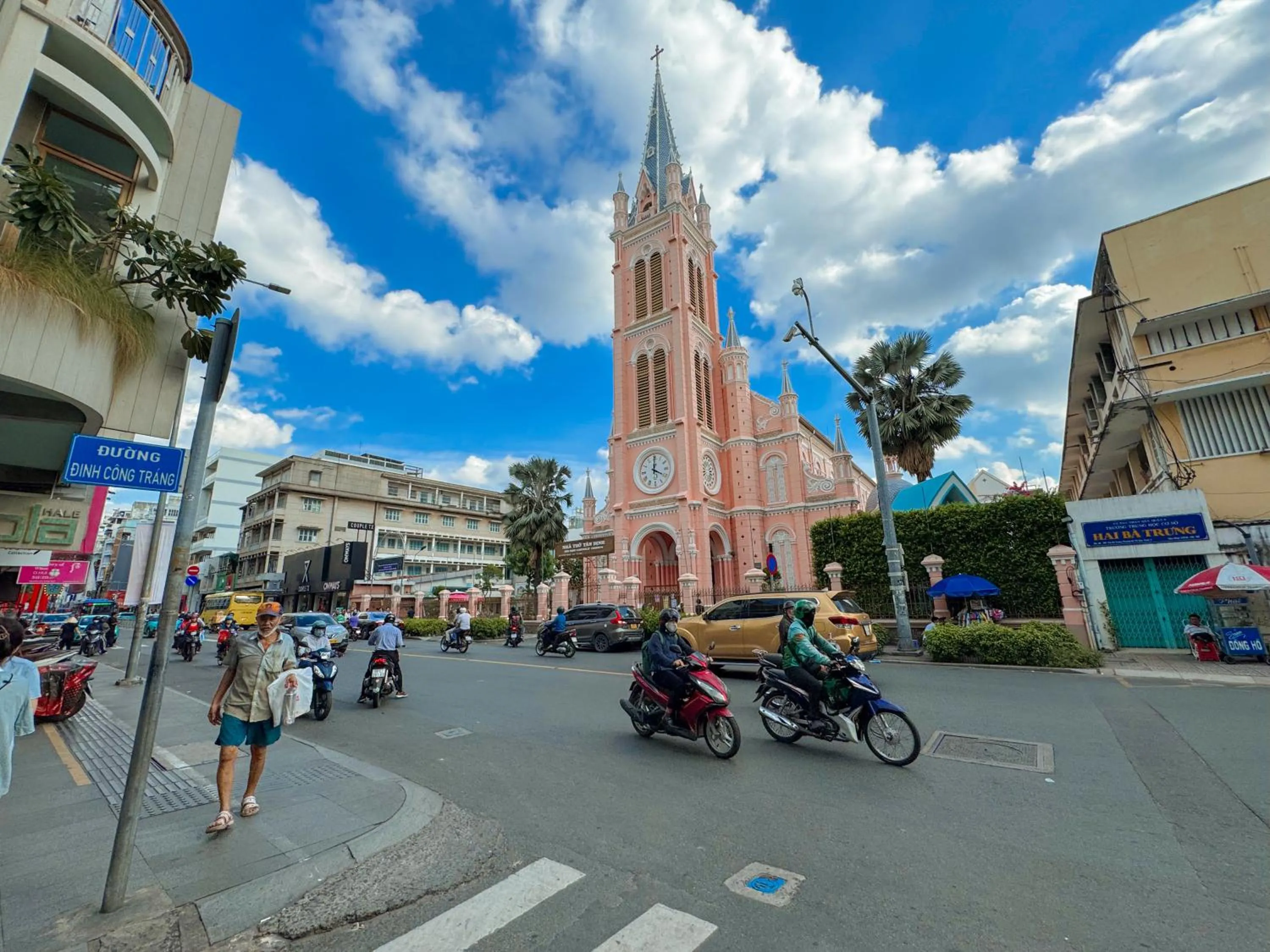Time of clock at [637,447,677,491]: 4:00
